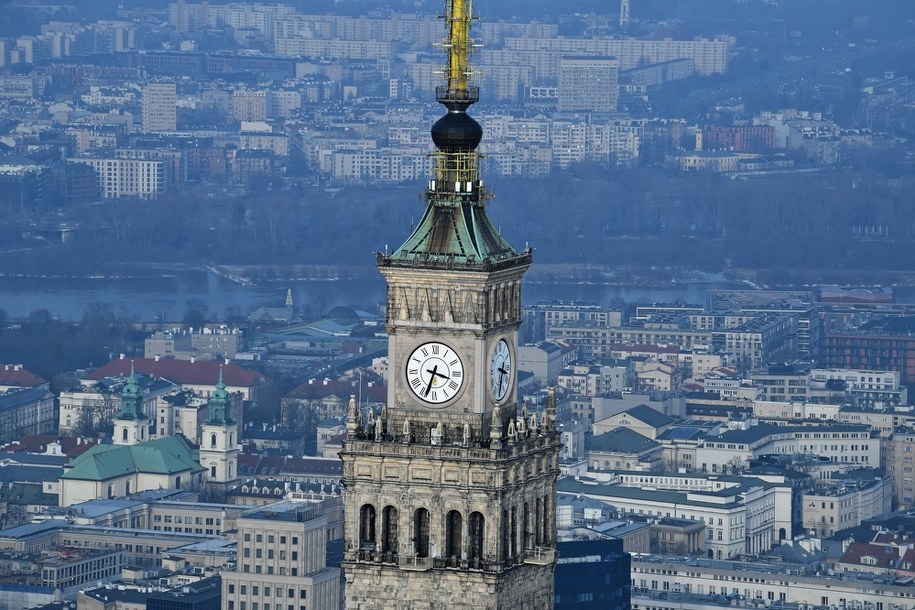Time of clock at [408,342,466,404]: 3:33
